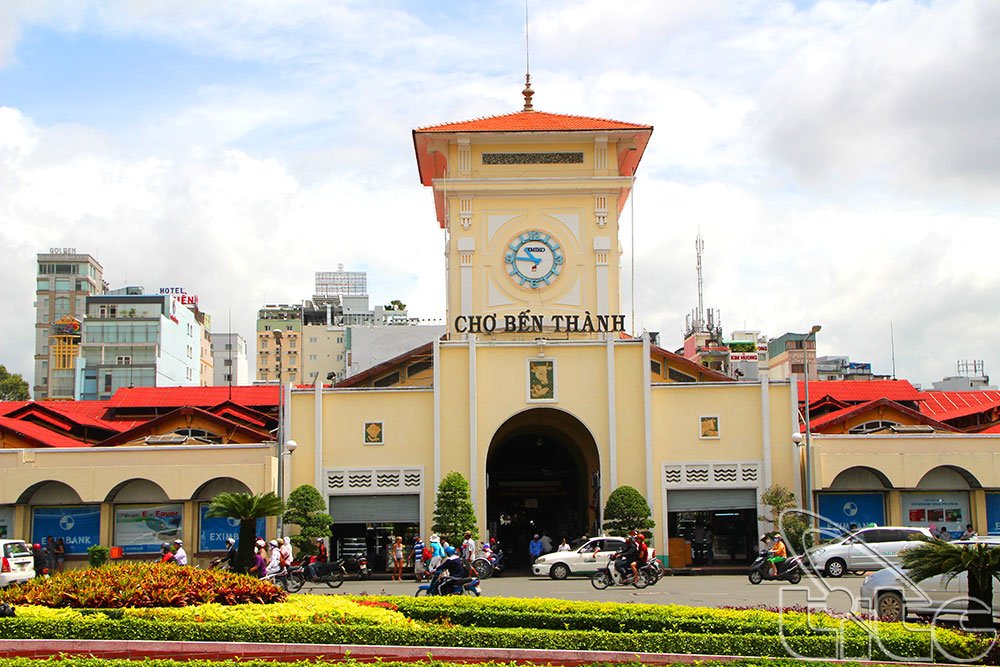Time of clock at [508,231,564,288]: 10:46
